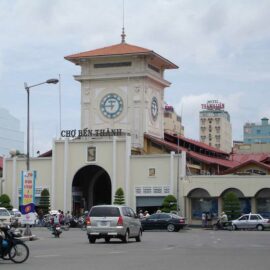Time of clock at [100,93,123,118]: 11:45
